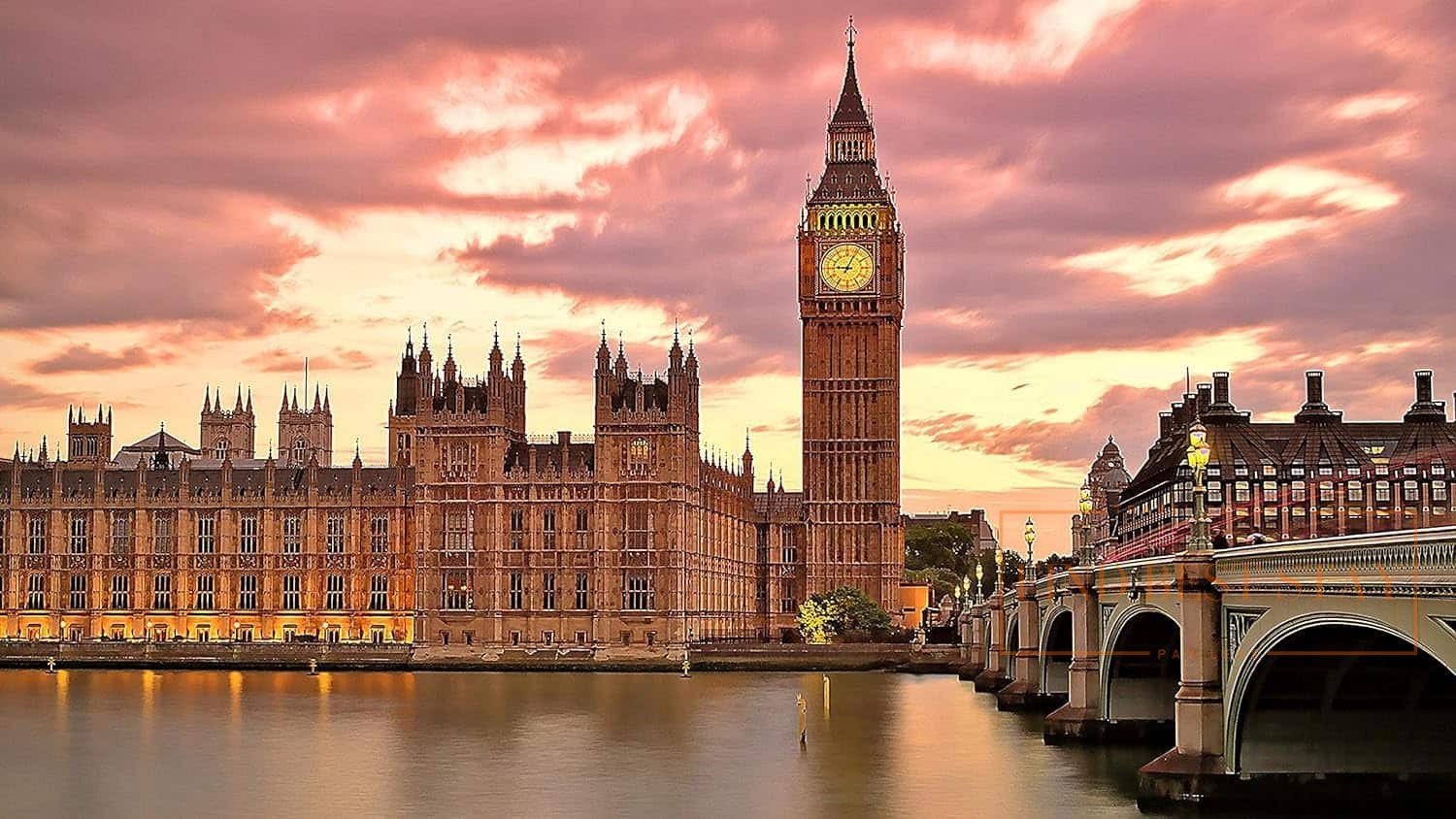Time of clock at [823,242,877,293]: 9:04
